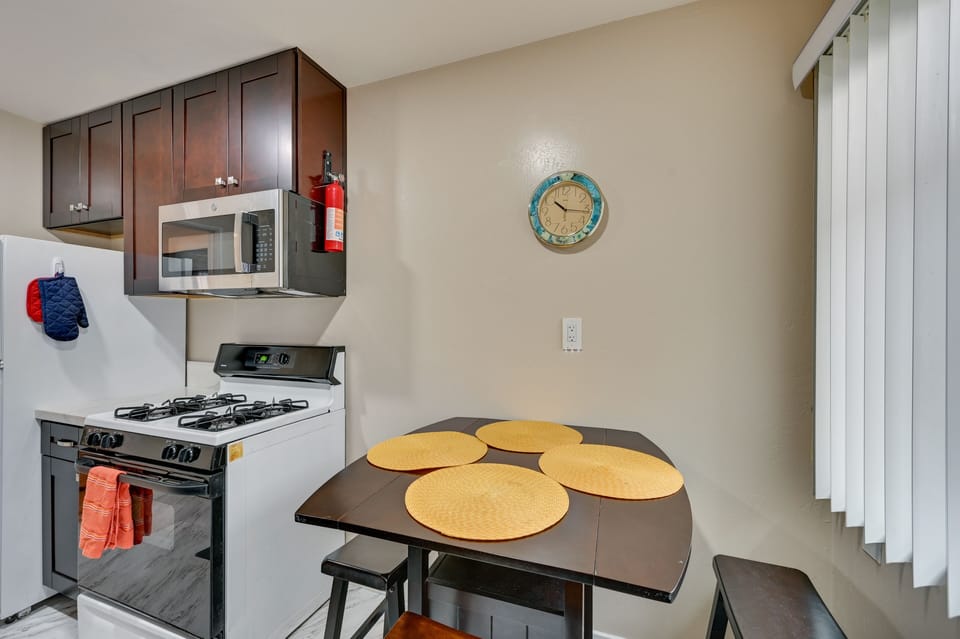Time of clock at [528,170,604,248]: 10:16
